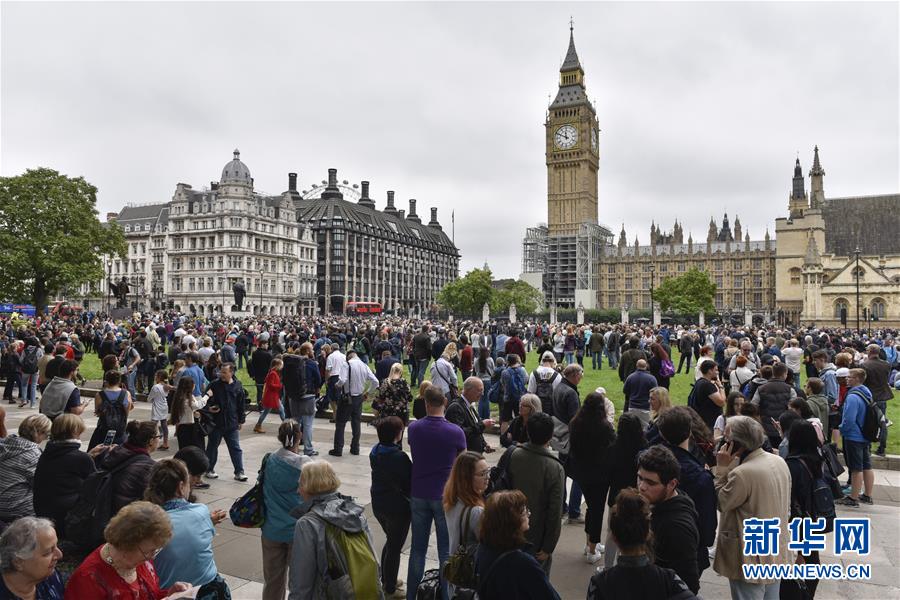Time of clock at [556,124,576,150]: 11:49
